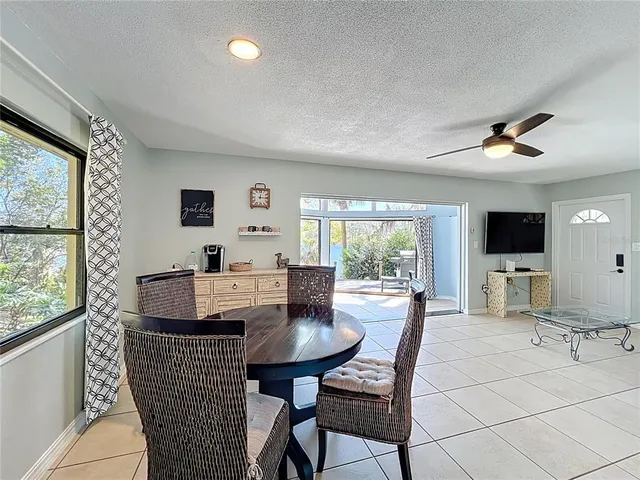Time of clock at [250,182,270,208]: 12:14
